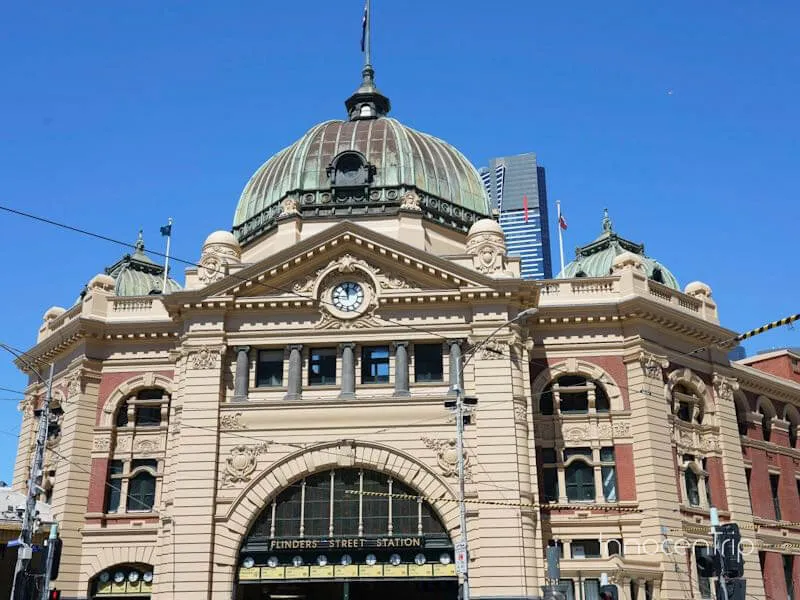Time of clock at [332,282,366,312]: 11:45
